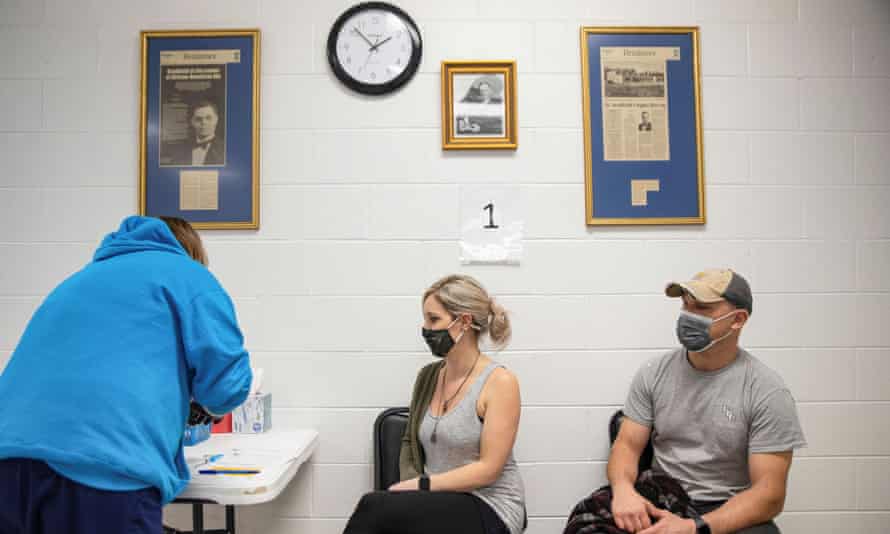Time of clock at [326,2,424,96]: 1:52
